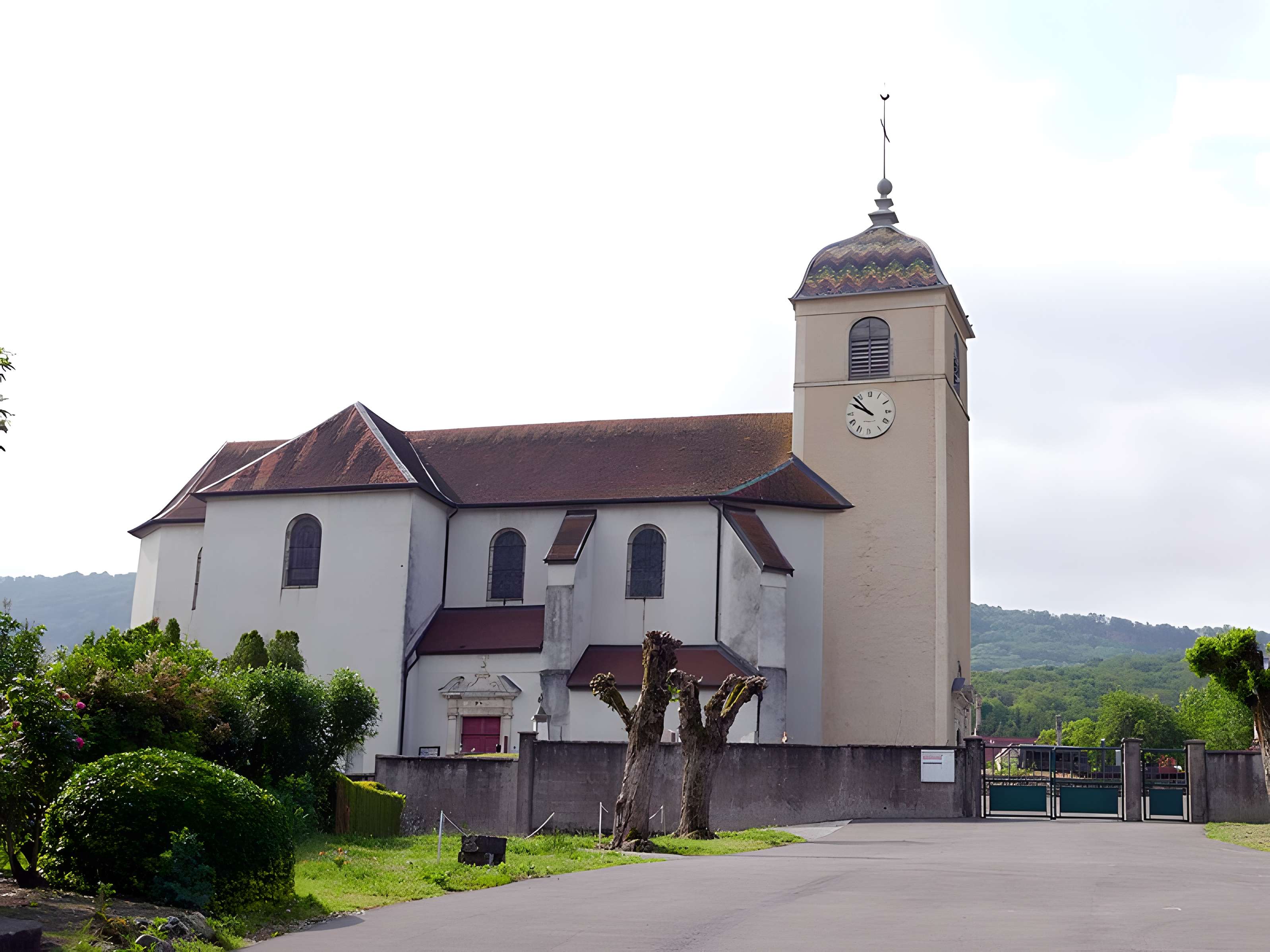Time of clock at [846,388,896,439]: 9:52
